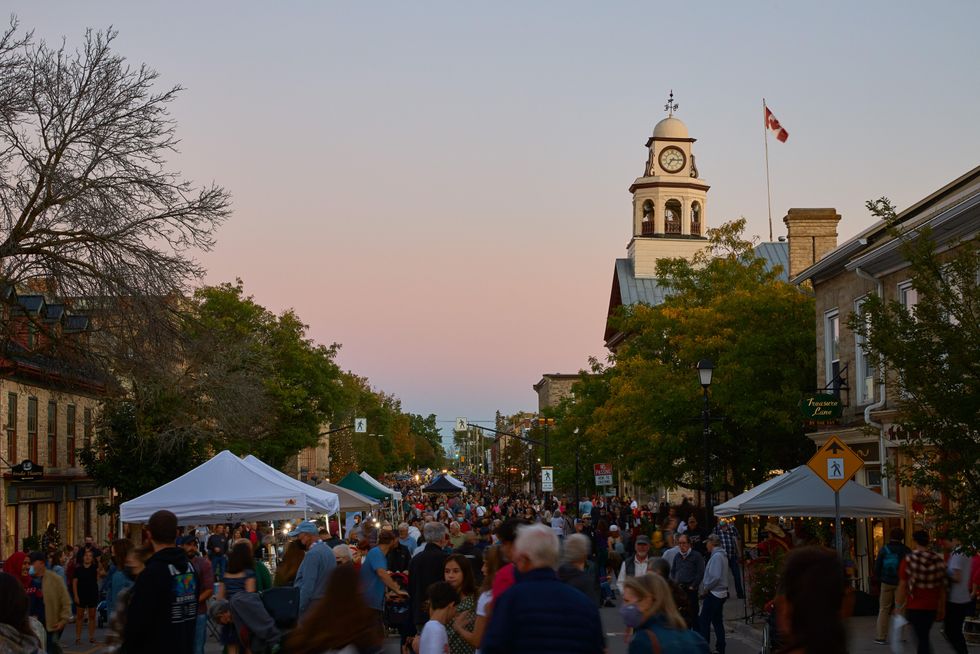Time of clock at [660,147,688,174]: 7:15
